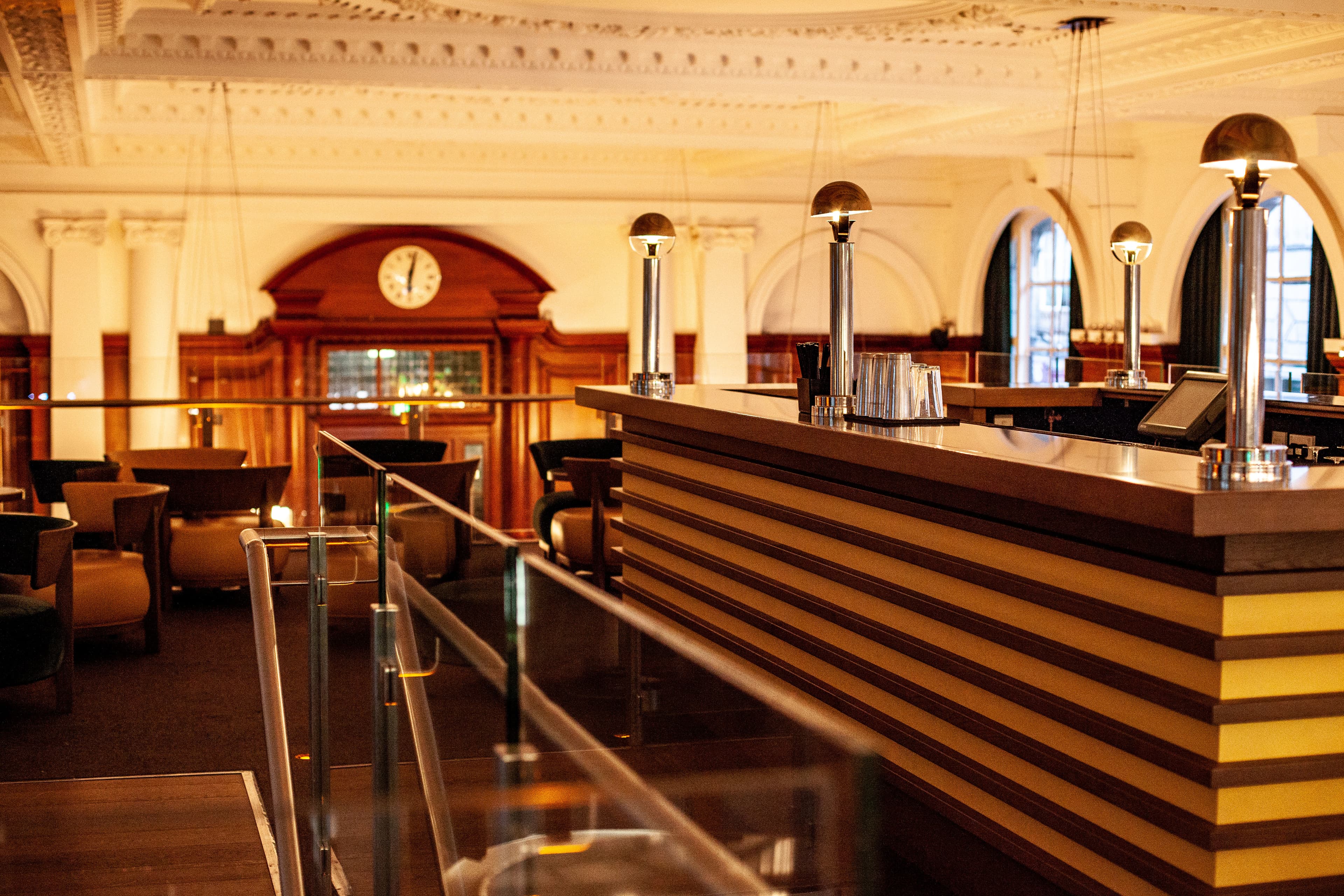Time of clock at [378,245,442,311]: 6:02
